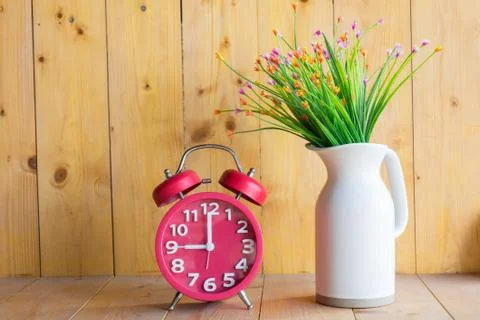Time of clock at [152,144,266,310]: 9:00
